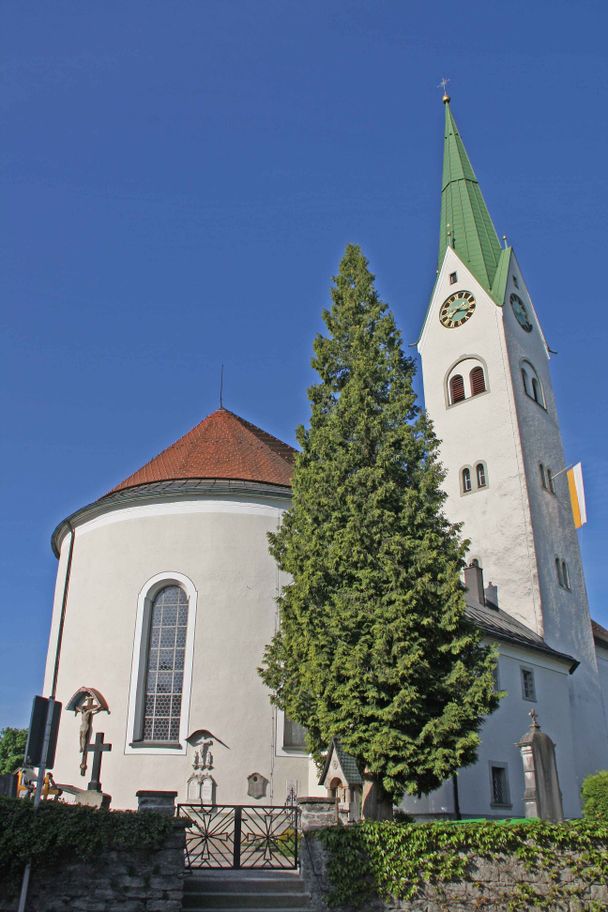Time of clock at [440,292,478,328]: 7:15
